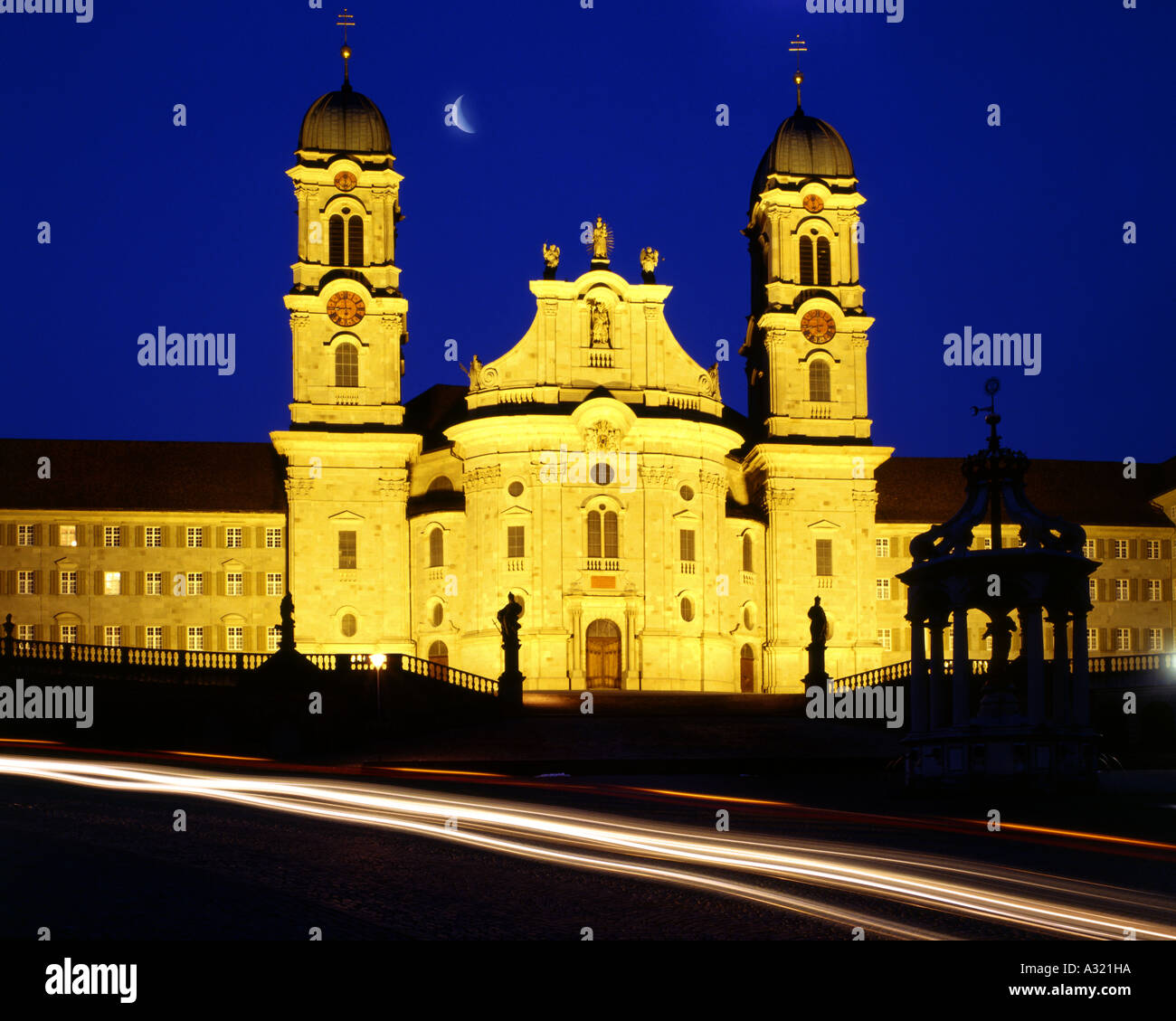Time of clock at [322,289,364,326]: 8:58
